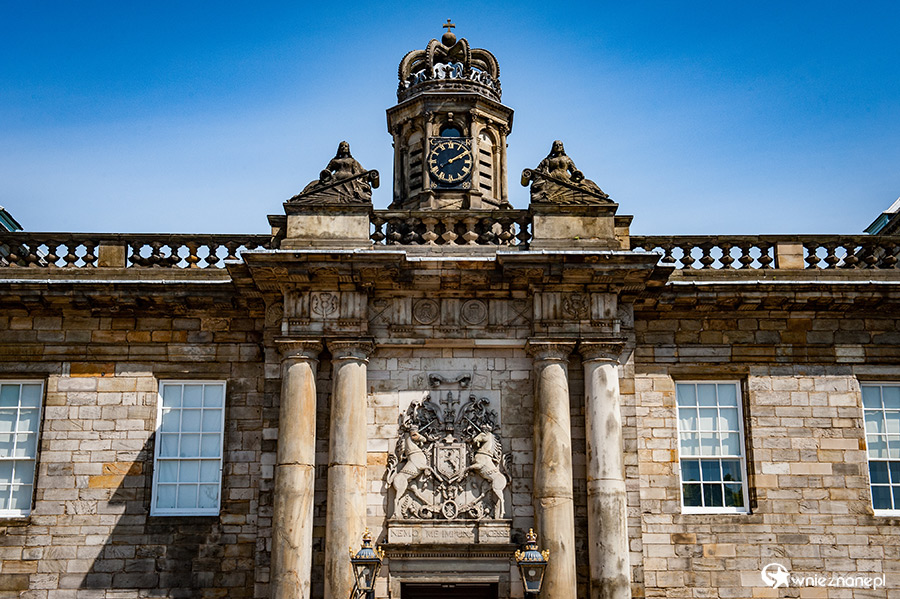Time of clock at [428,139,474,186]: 2:09
